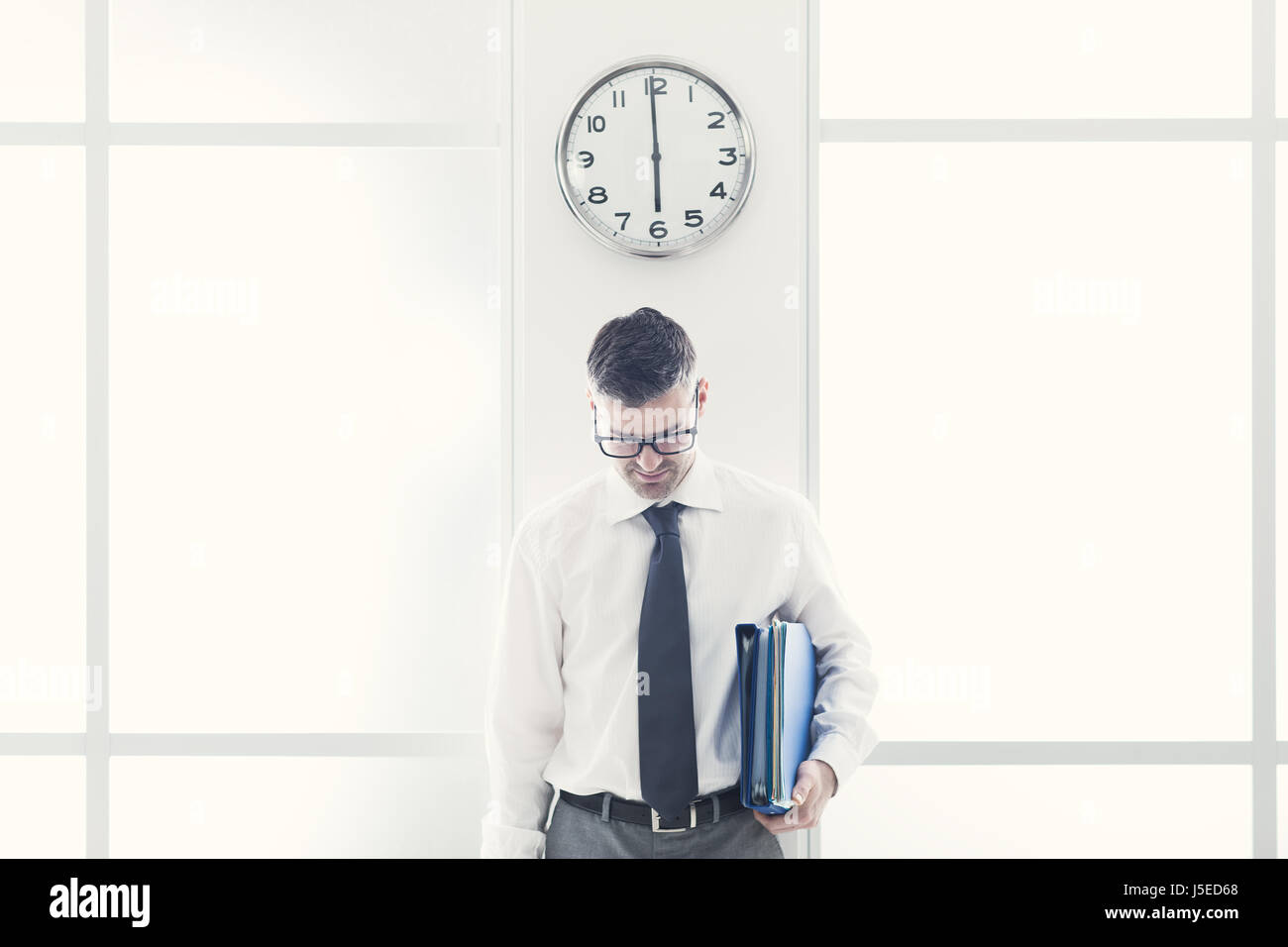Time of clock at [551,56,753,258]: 5:59
